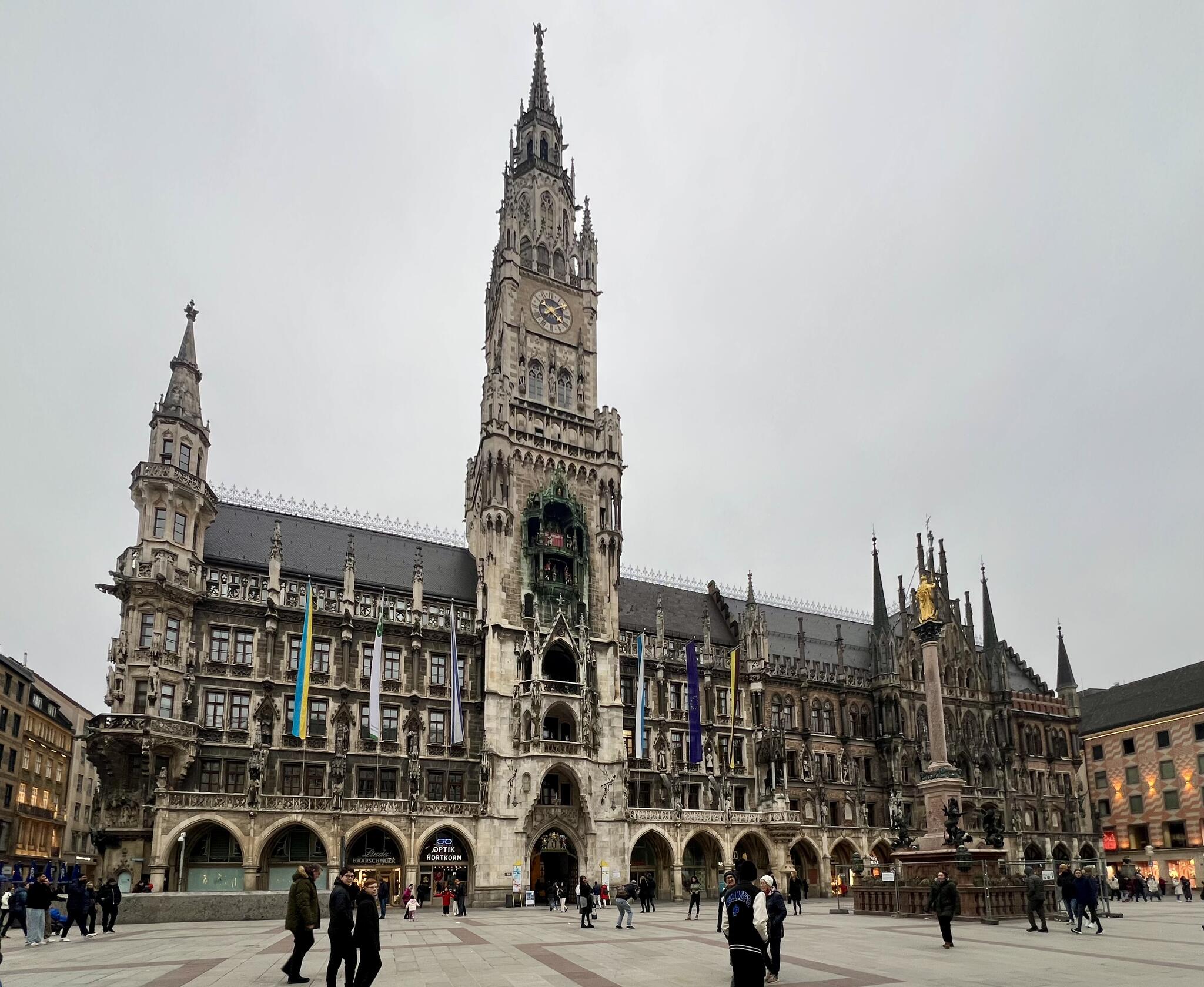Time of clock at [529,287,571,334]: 10:20
